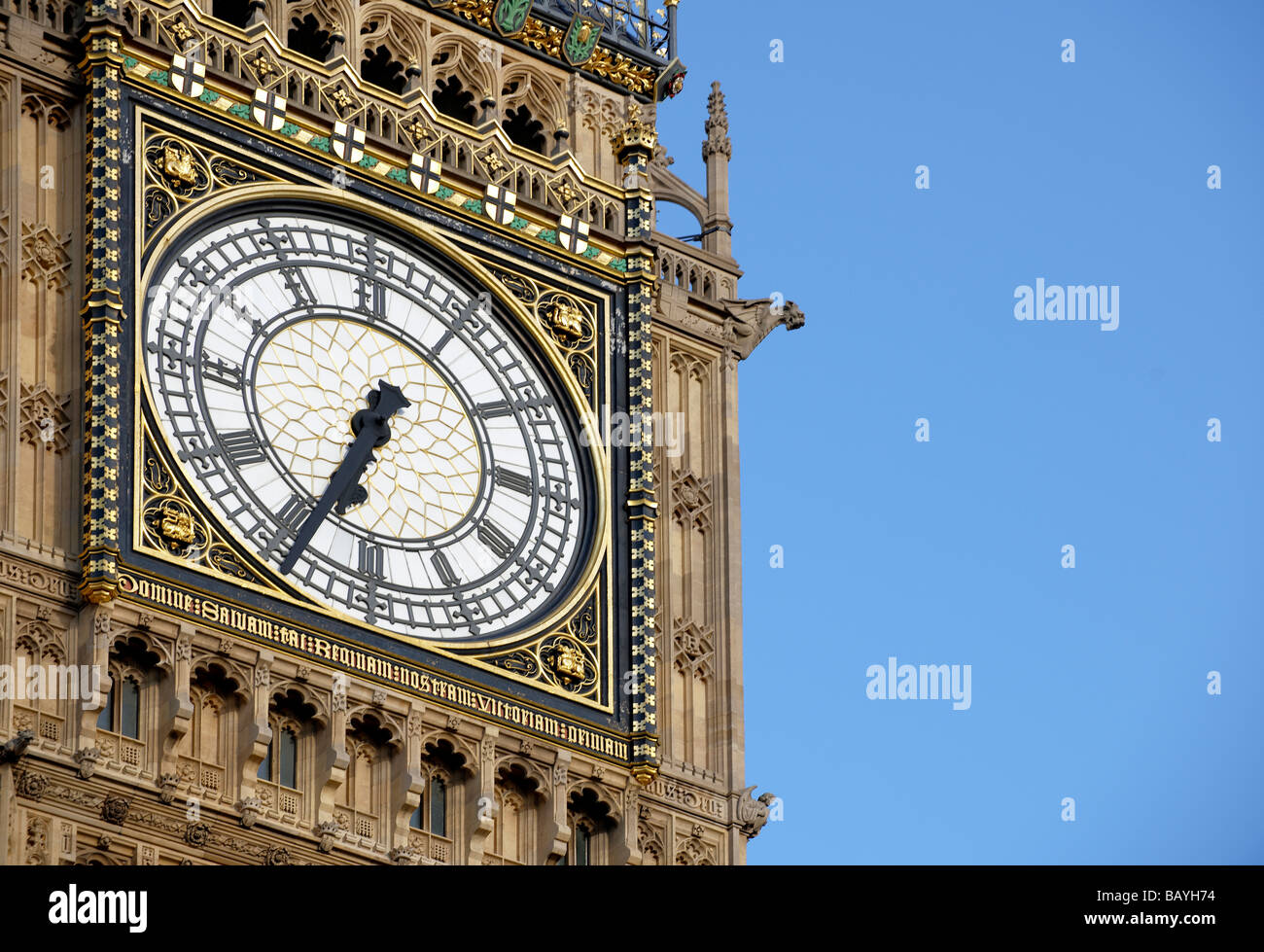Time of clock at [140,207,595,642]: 6:34
